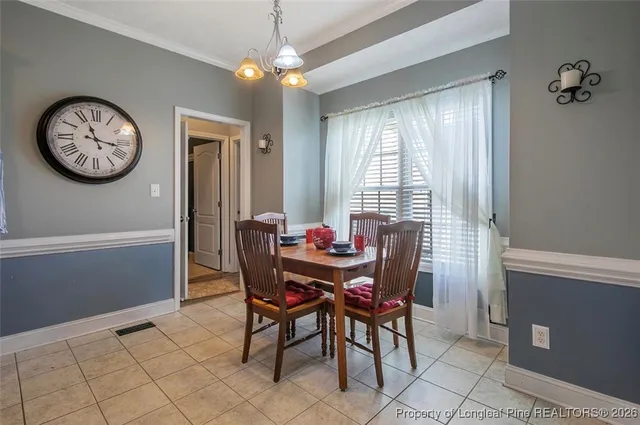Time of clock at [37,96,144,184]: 11:16
